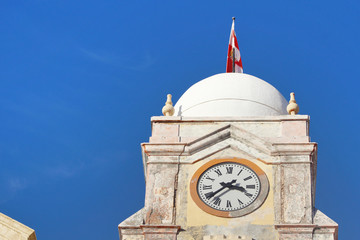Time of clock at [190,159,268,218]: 3:38
